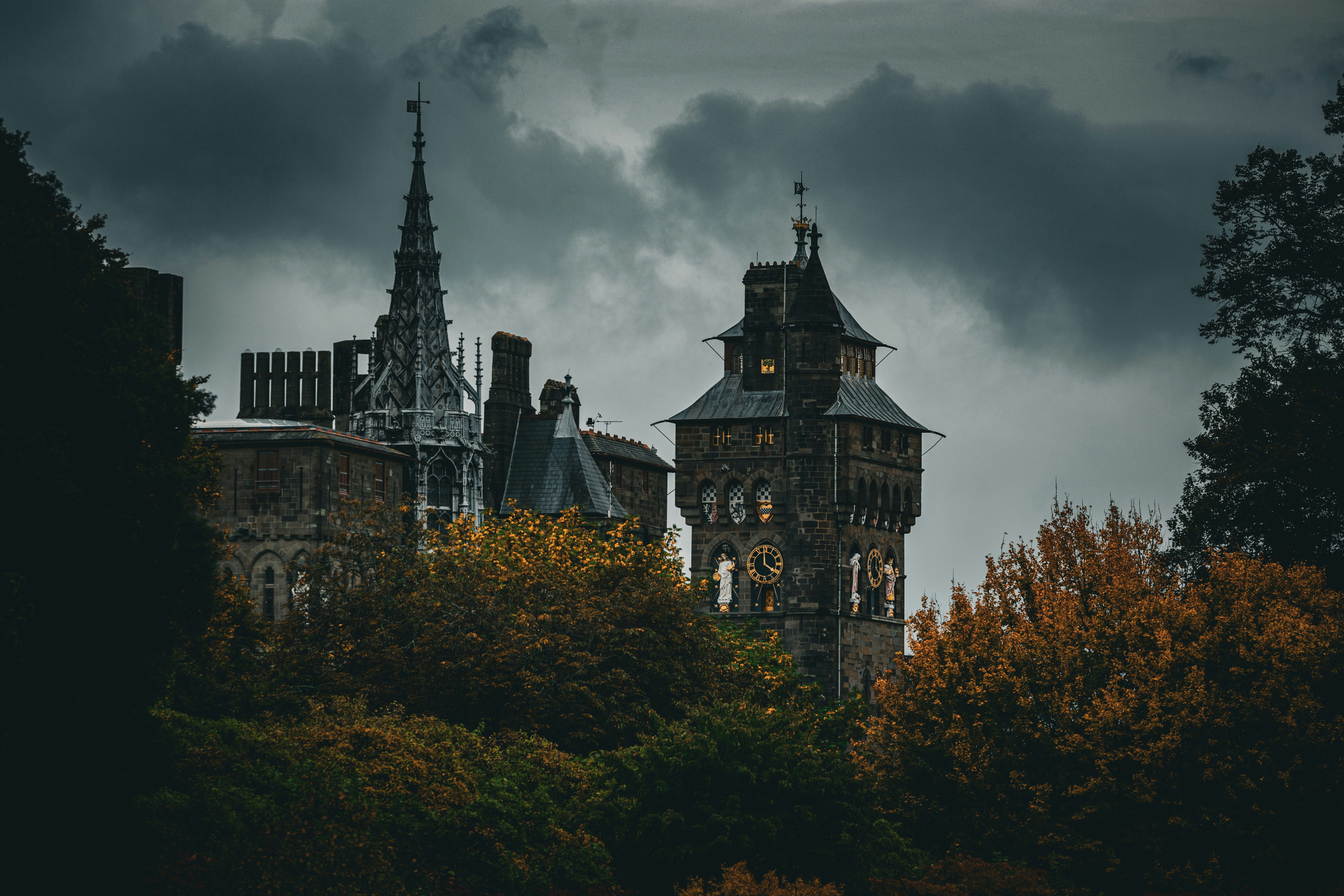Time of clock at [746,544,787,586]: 3:58
